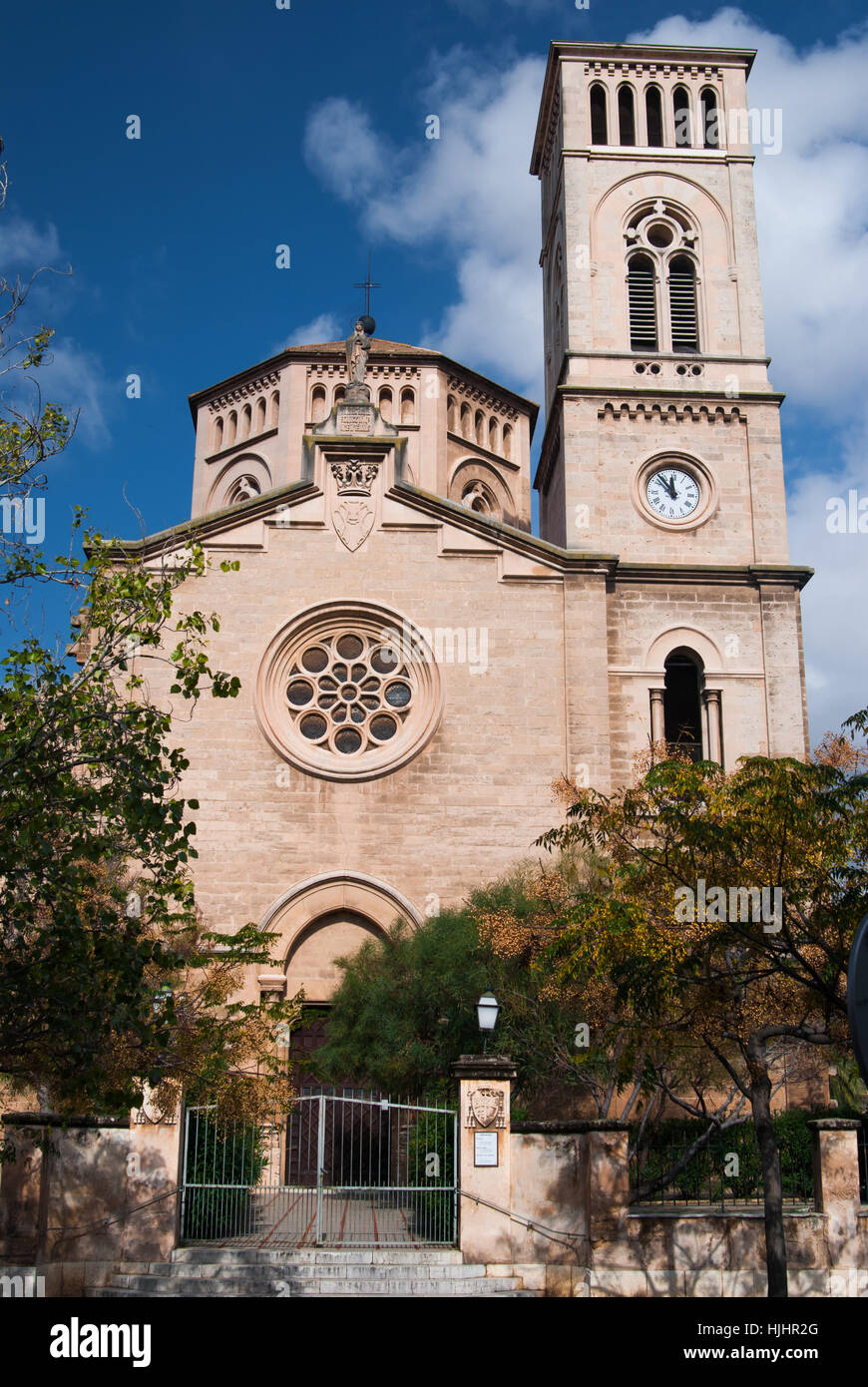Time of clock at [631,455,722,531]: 11:52
